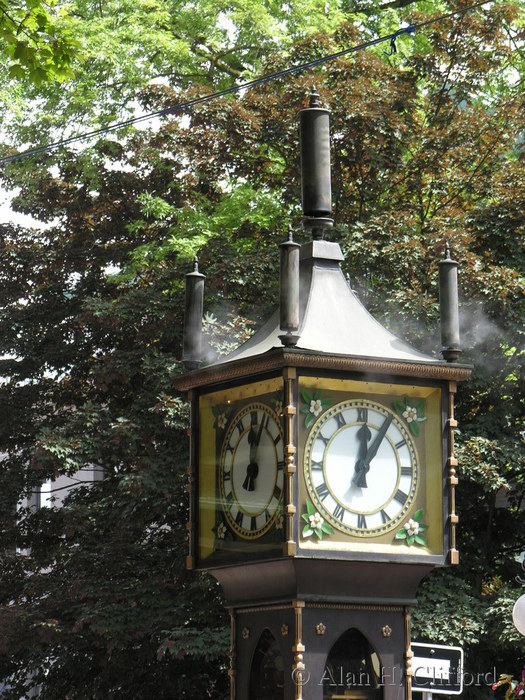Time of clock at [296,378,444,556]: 12:05
